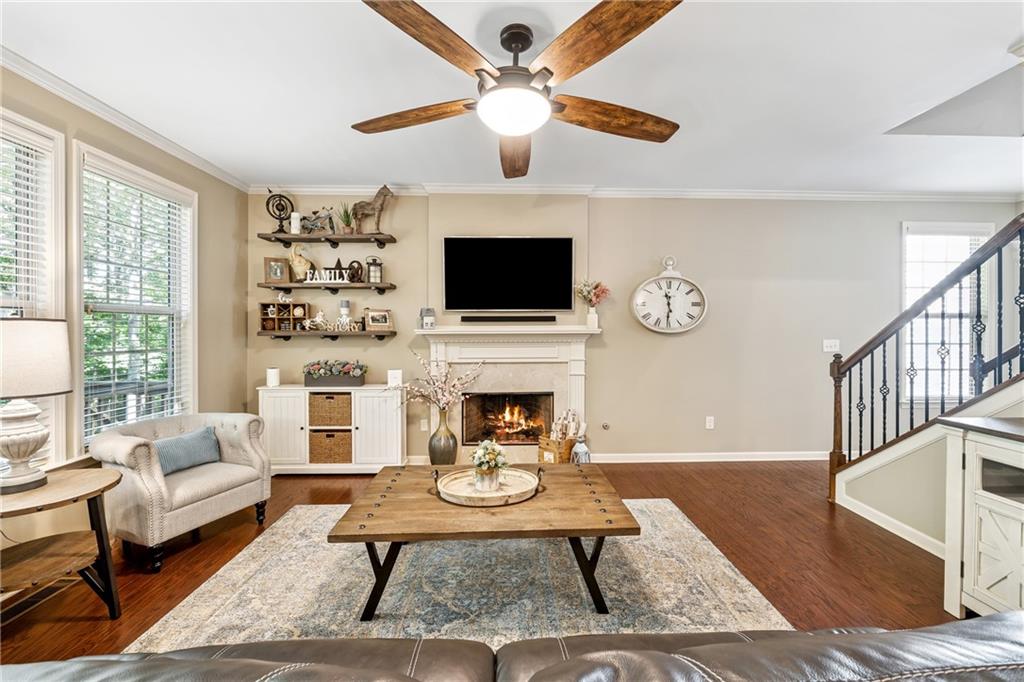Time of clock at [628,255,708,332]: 11:30
